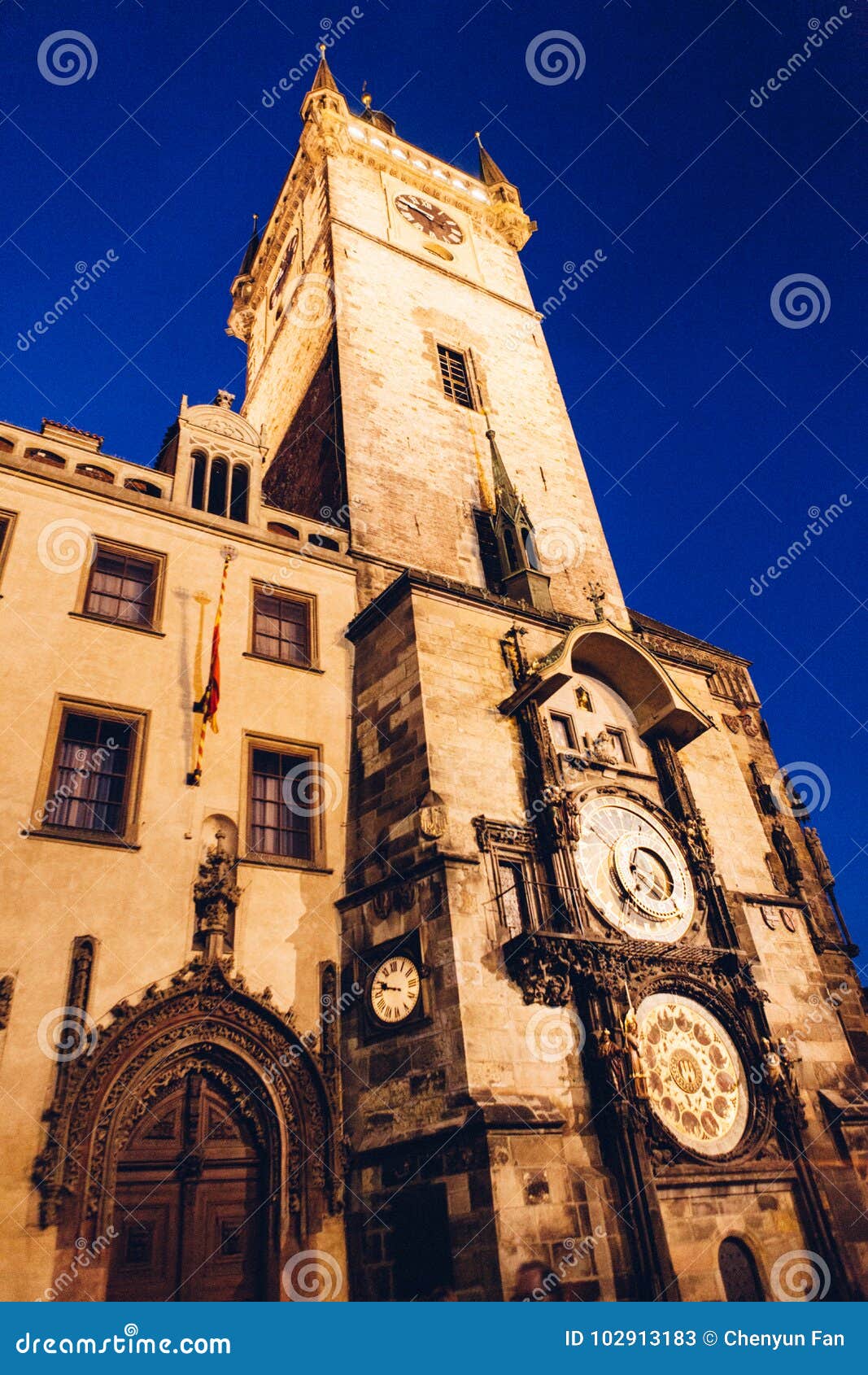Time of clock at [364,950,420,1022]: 9:47
